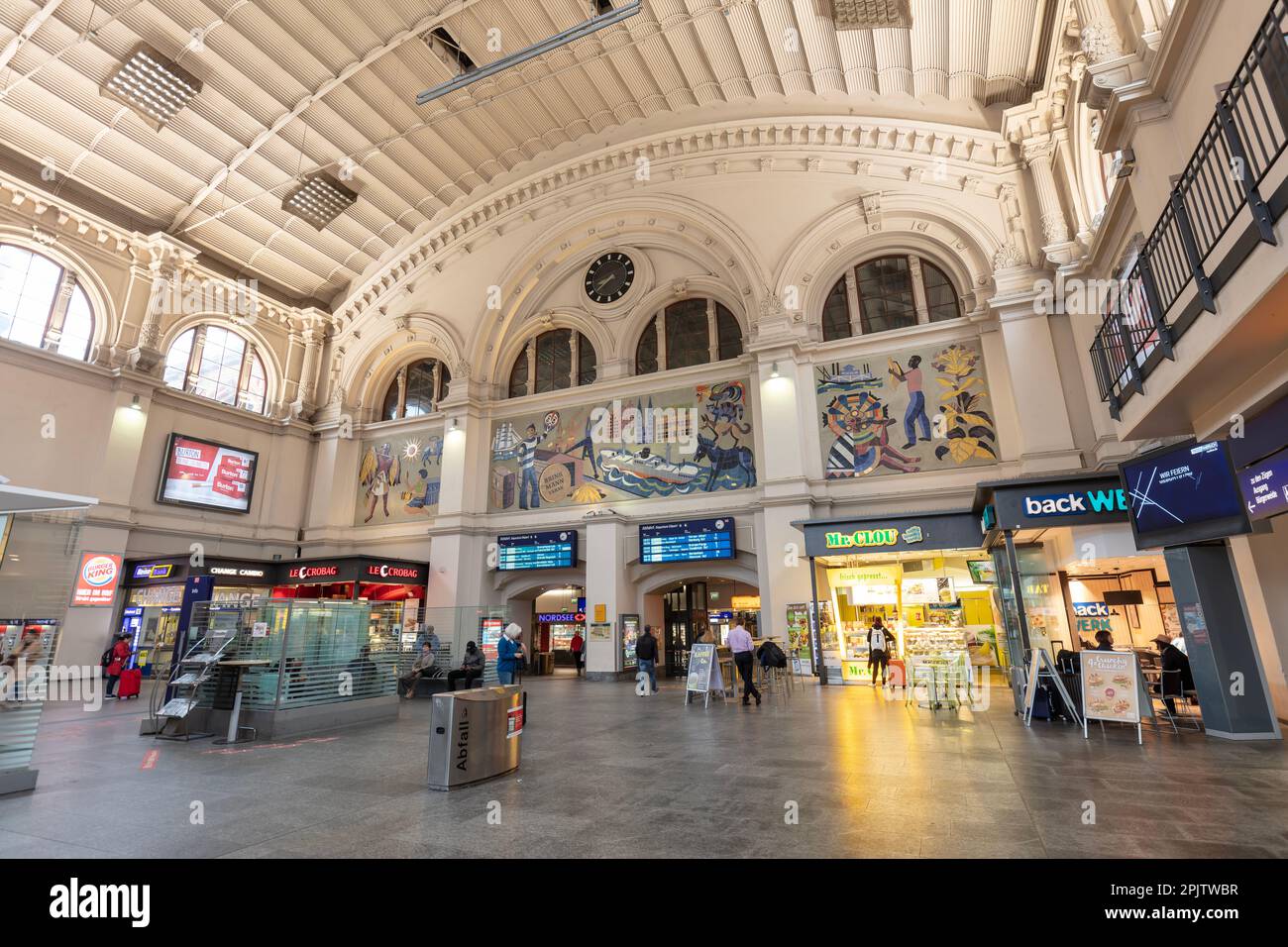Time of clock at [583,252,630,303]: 8:38
